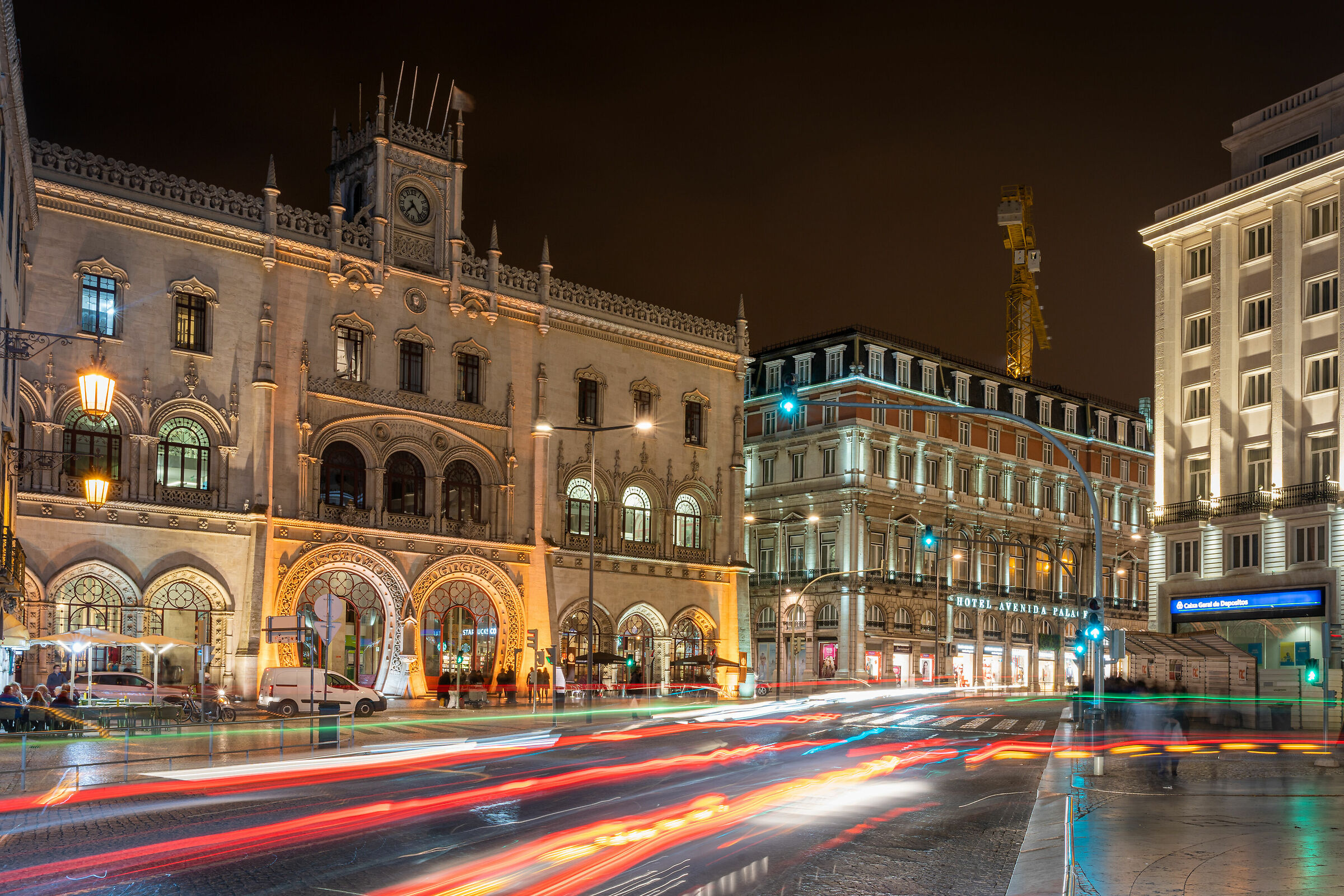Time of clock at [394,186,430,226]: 7:23
